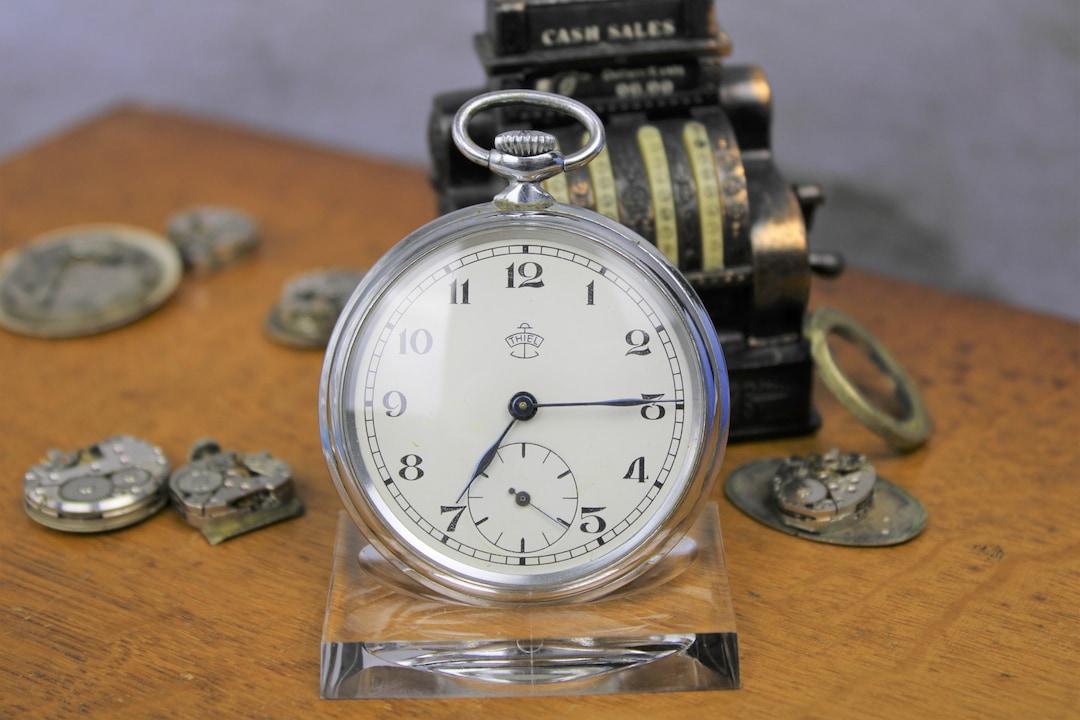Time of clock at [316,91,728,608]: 7:14
